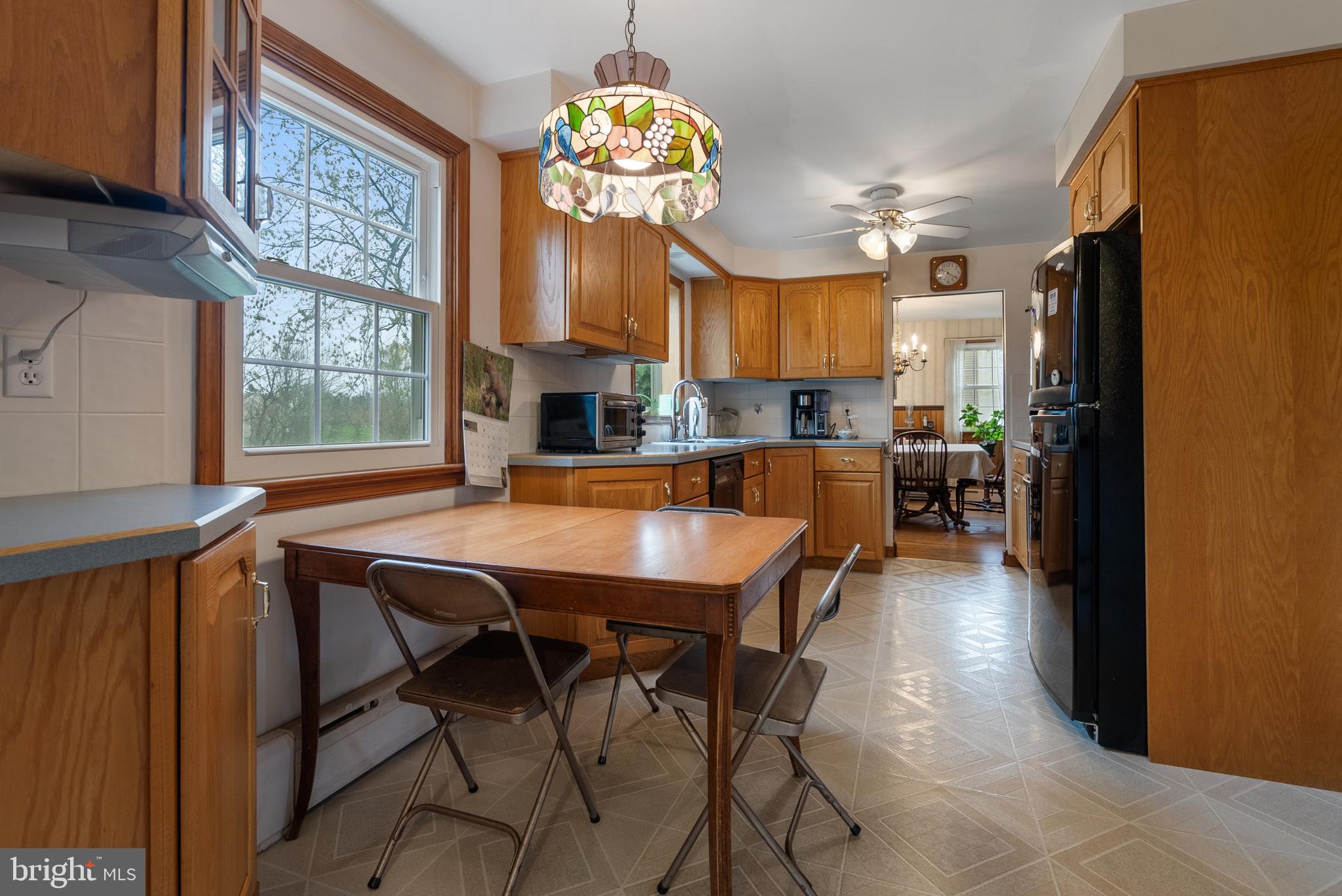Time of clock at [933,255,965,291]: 10:20
